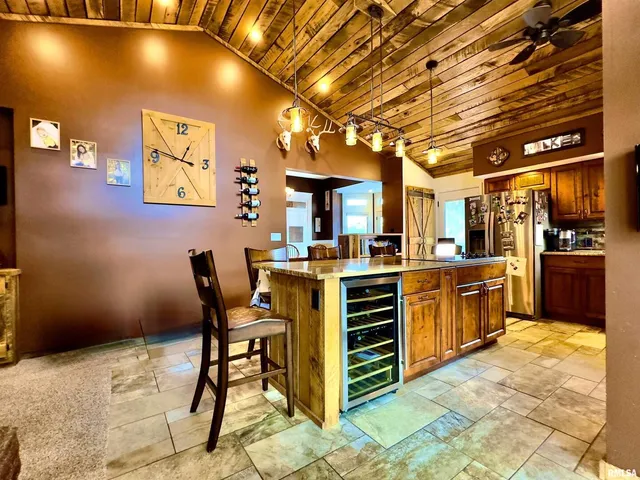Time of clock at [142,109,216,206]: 12:46
